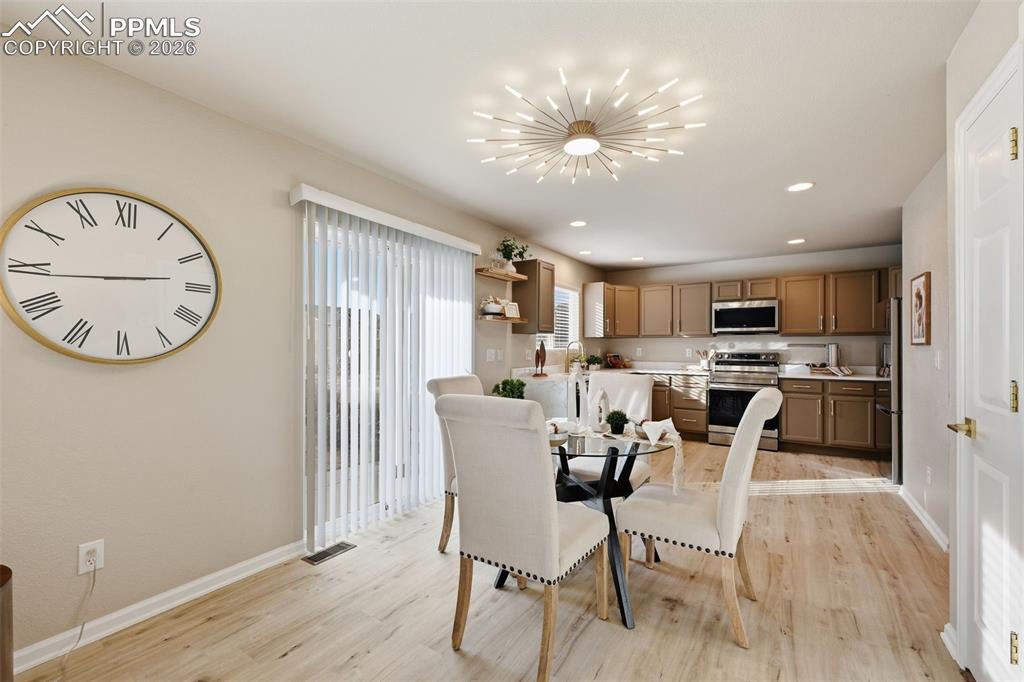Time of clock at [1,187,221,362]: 2:44
